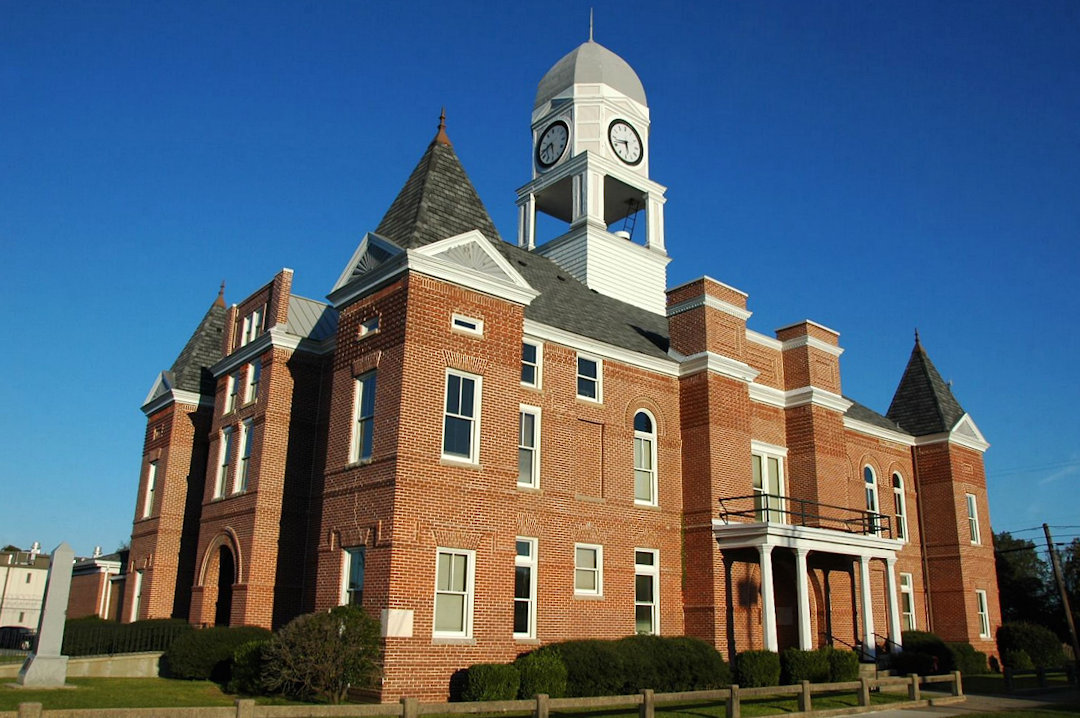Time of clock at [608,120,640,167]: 5:42
